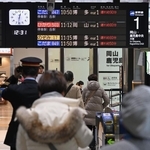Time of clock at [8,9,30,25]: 12:31
